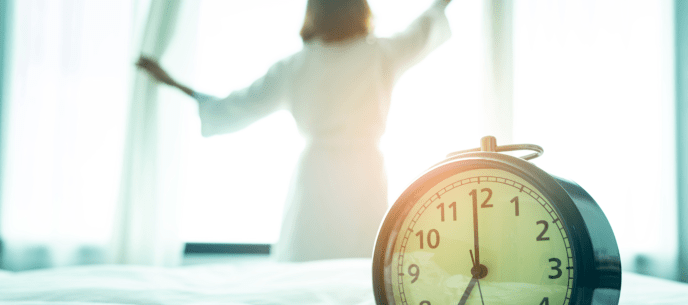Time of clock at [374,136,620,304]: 6:59
